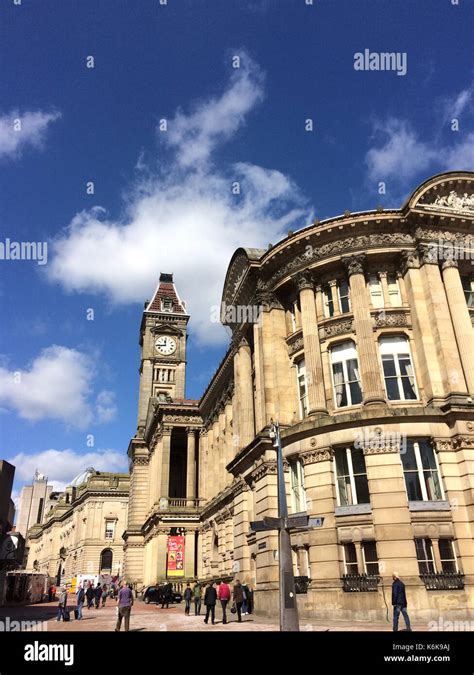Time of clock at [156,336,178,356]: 11:43
